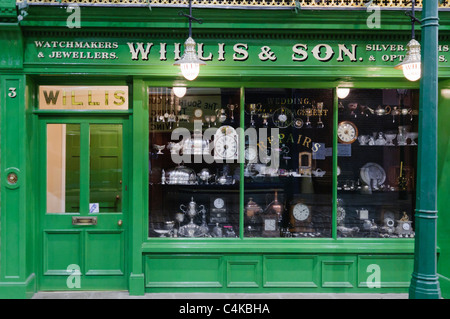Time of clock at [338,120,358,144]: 4:04
